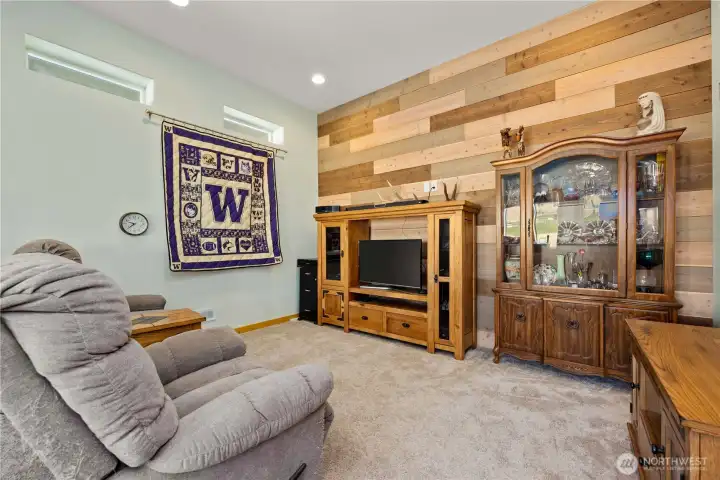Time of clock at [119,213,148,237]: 9:39
